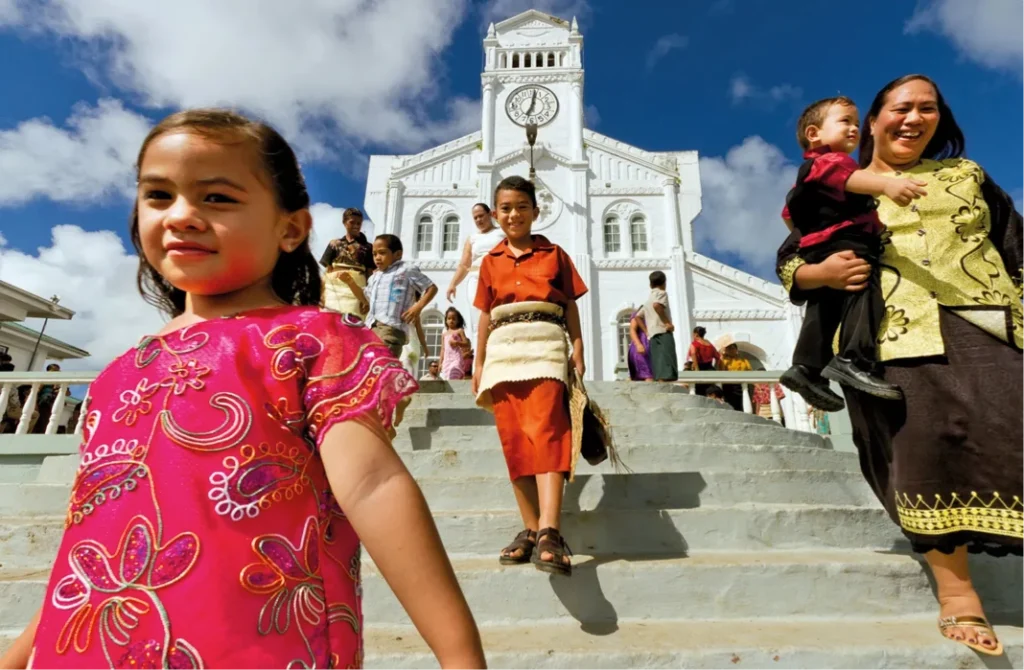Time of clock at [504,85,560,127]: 7:02
